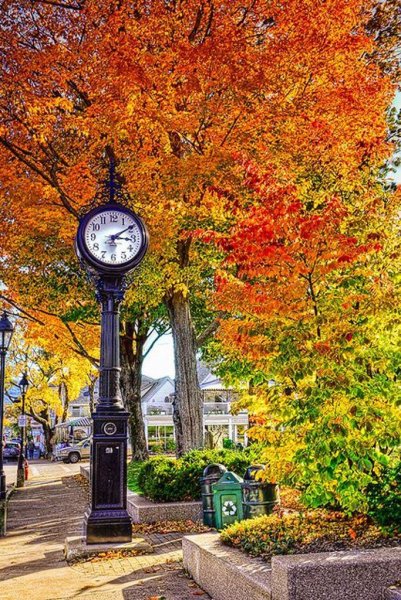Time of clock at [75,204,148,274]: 3:09
